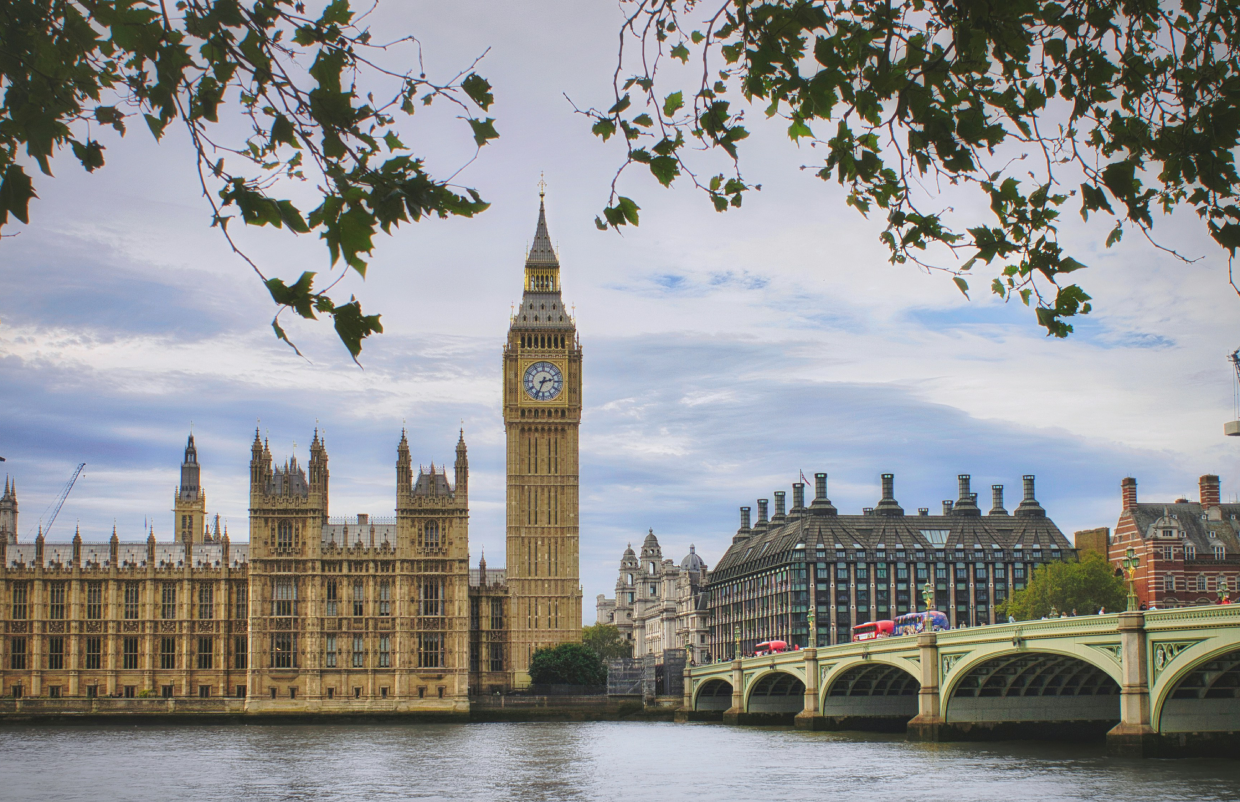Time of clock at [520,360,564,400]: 2:33
